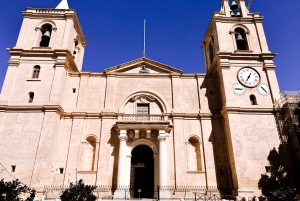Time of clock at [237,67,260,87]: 7:05
